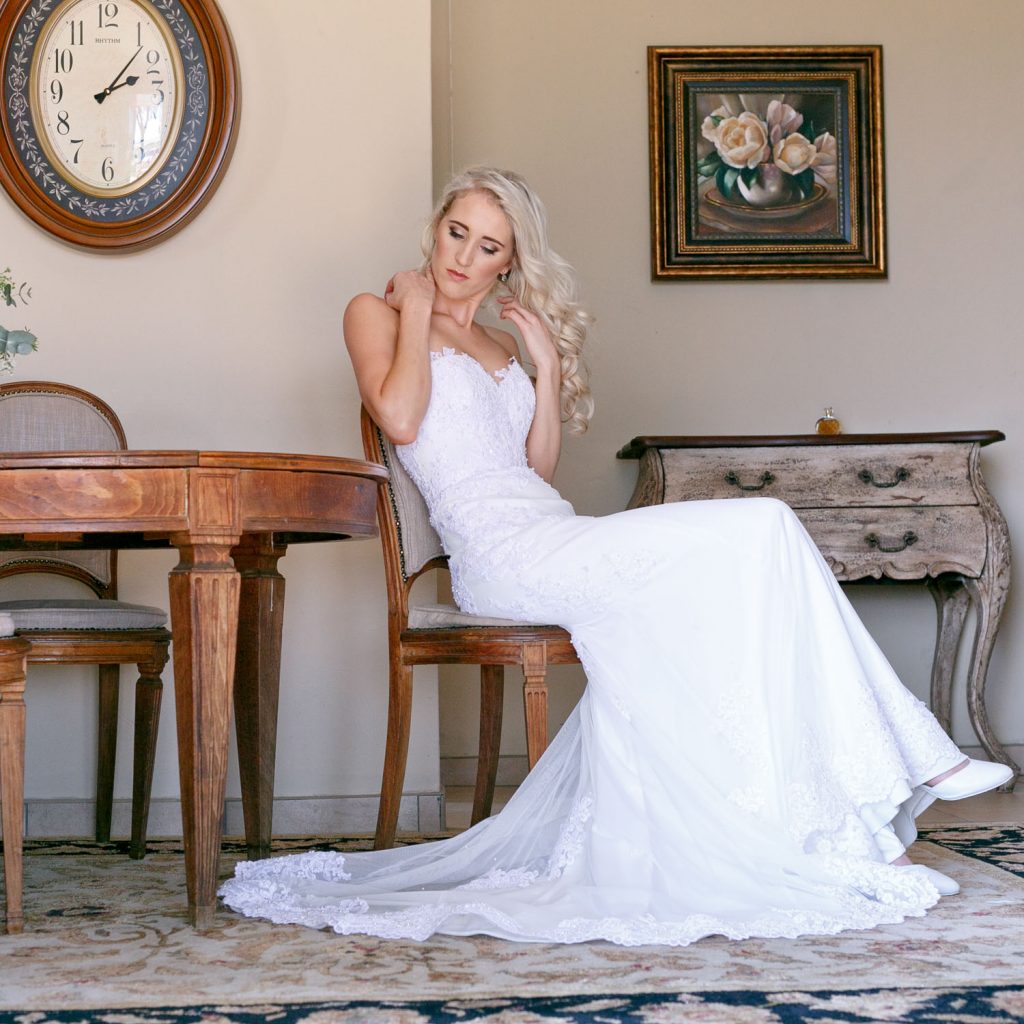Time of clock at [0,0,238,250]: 2:07
